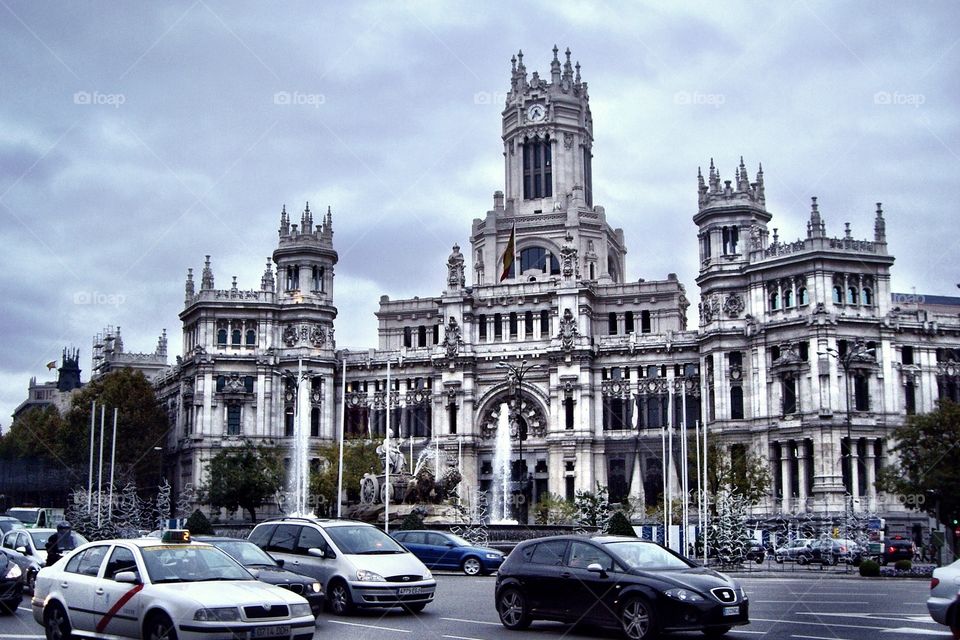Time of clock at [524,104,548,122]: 4:34
